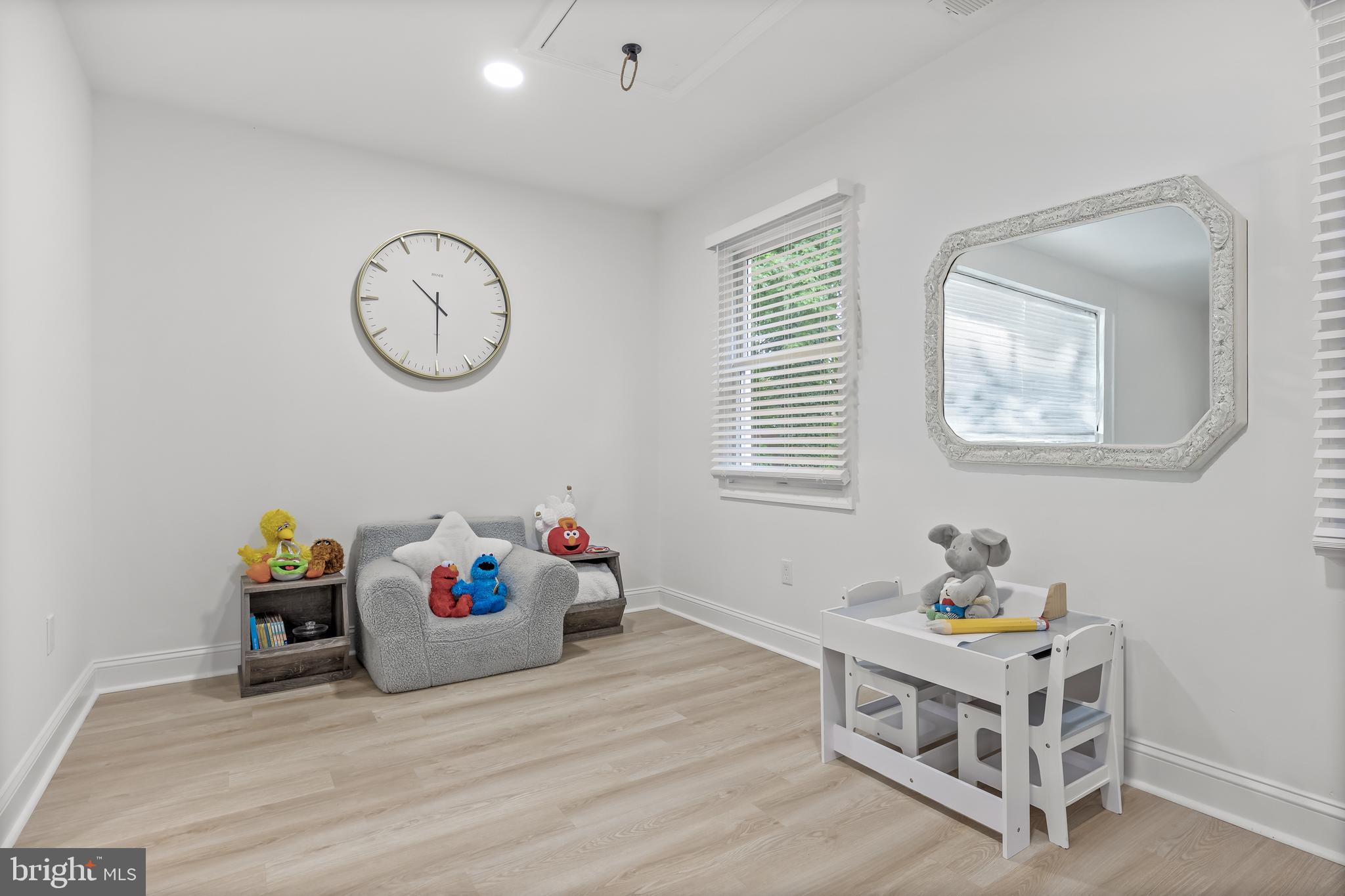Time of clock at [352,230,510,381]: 10:29
